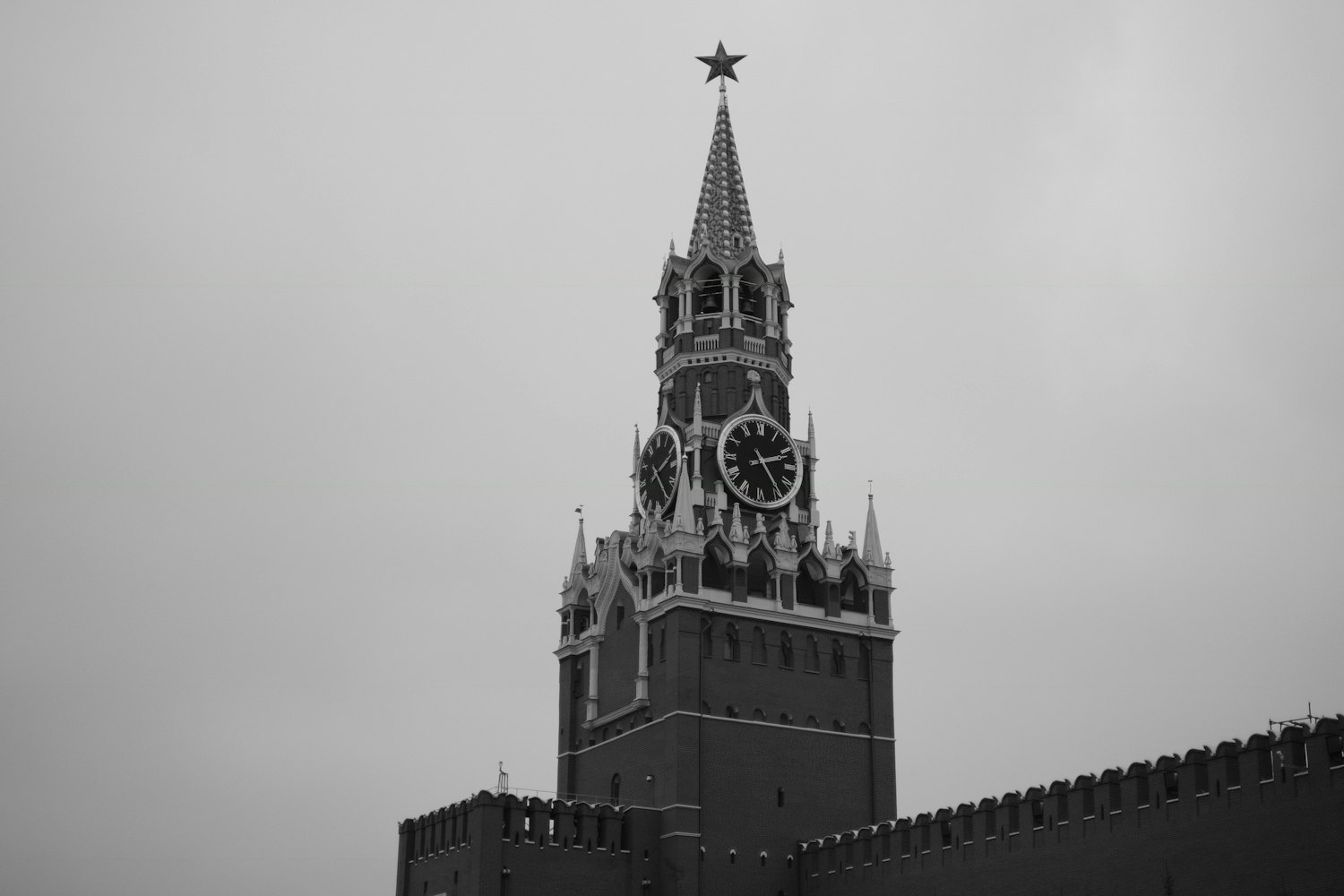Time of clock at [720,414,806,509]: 2:24
